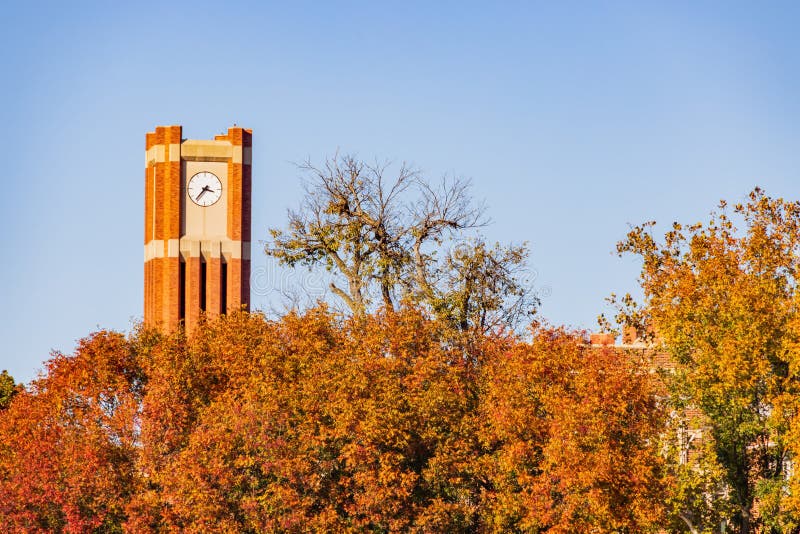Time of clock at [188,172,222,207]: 3:36
